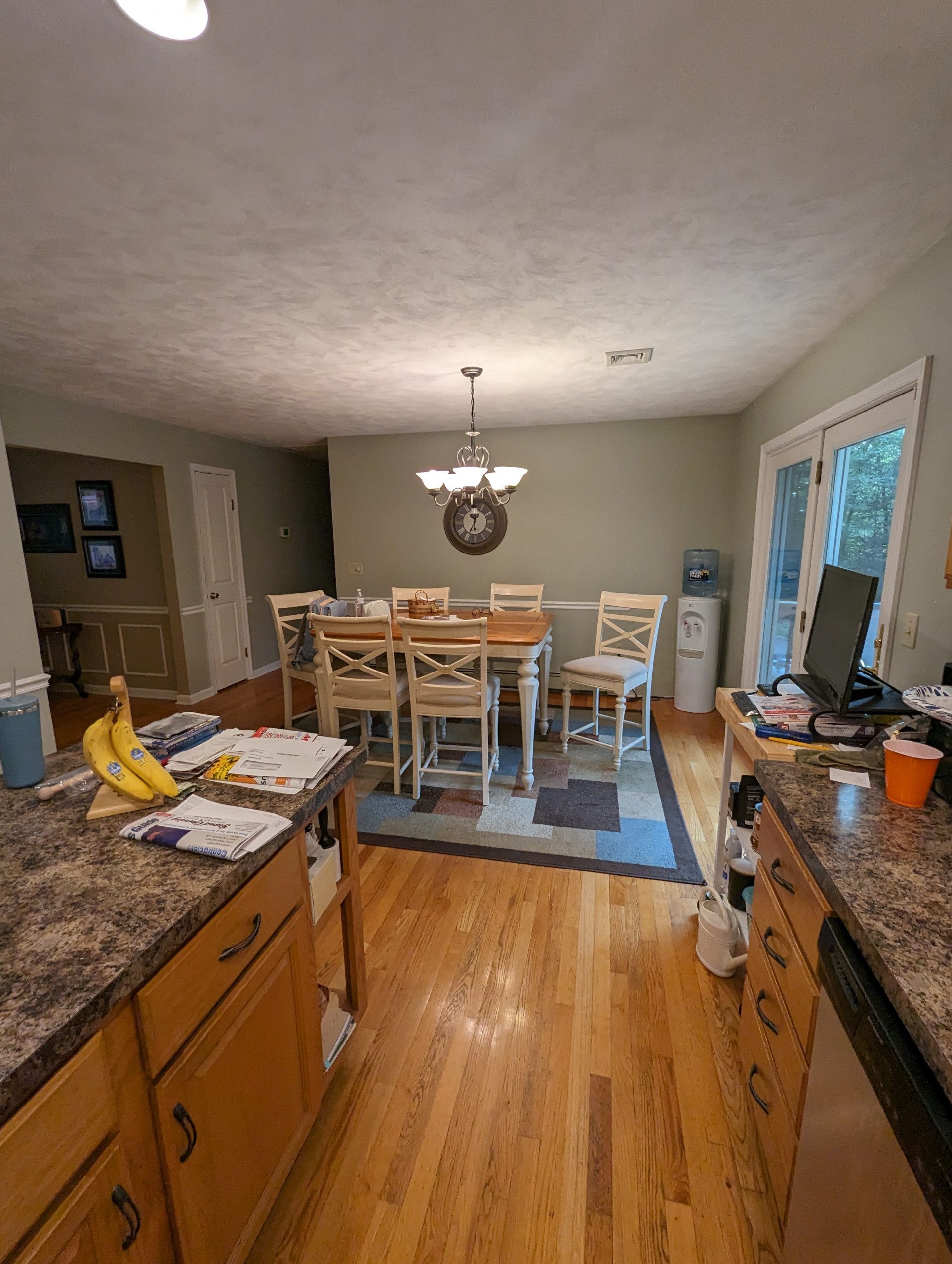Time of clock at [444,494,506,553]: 11:34
